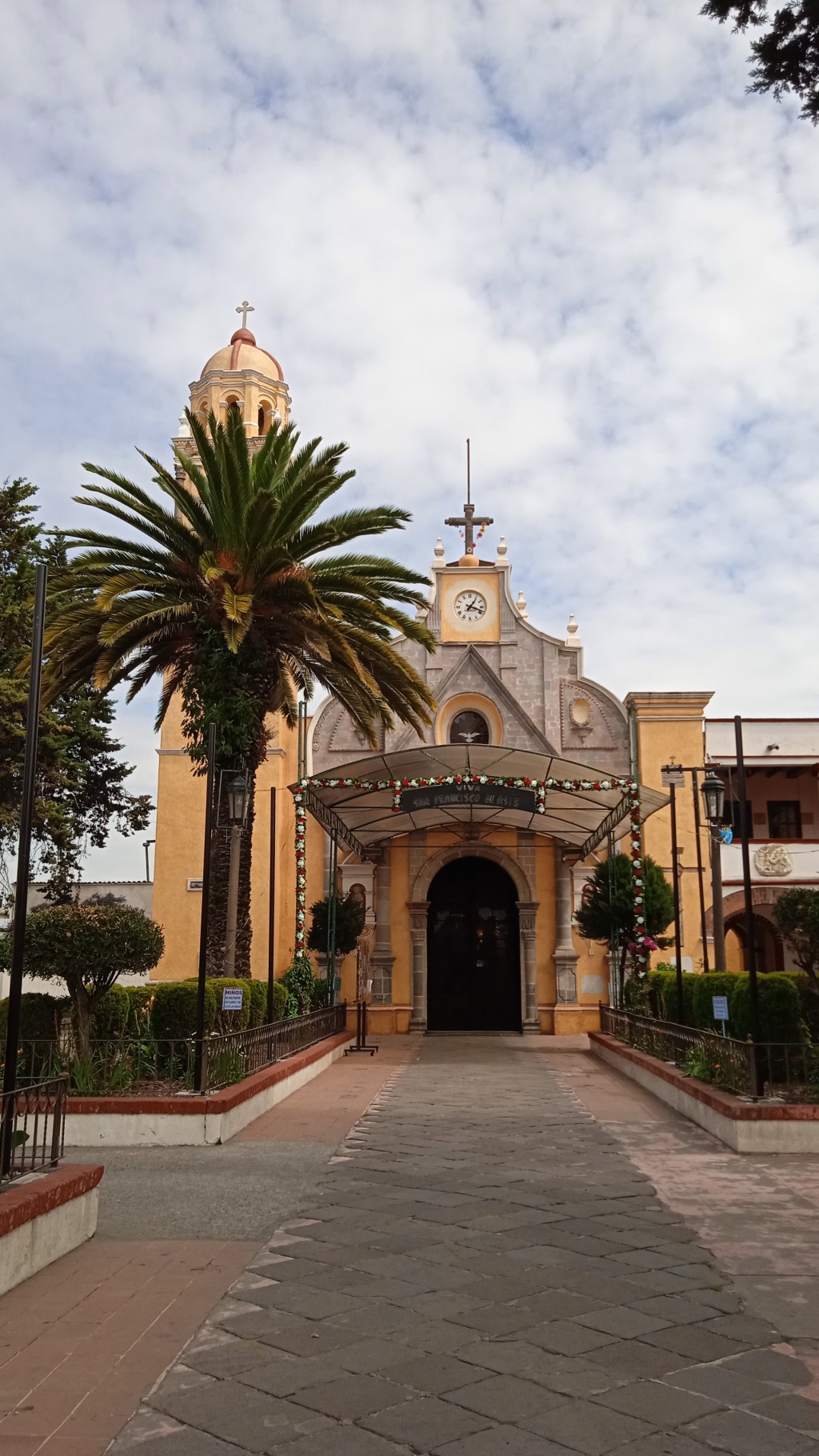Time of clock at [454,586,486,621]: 1:18
